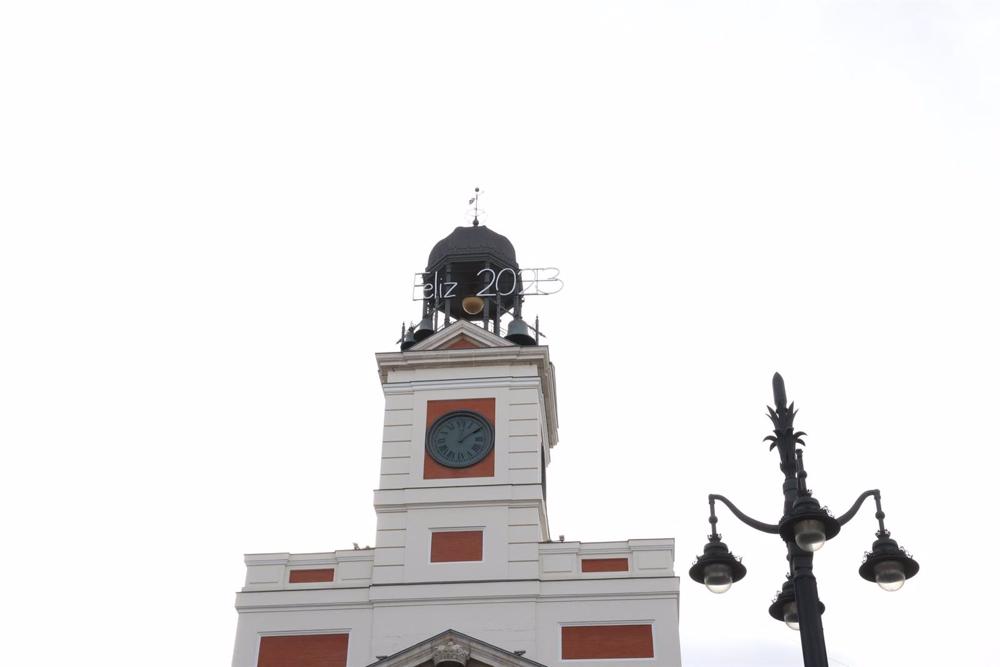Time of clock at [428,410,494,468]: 12:09
